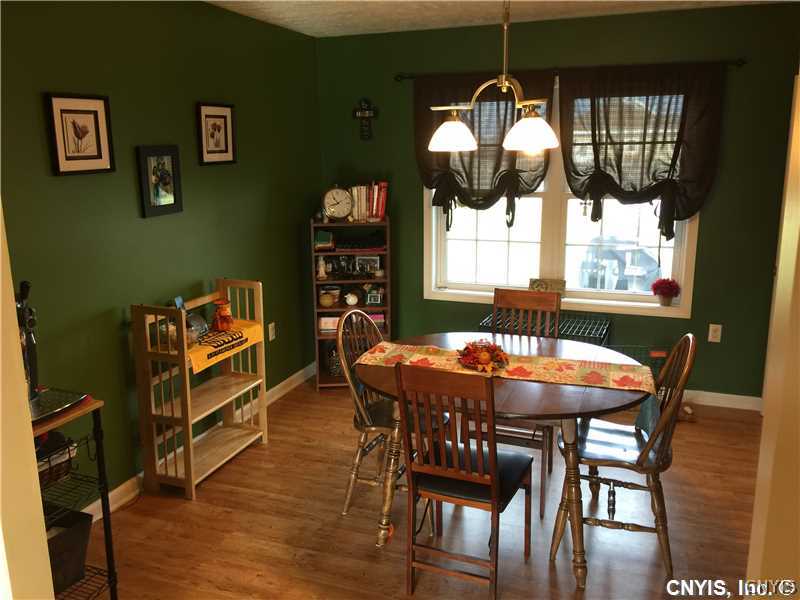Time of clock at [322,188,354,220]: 10:42
